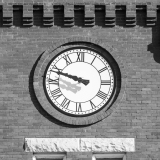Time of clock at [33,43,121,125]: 9:48
